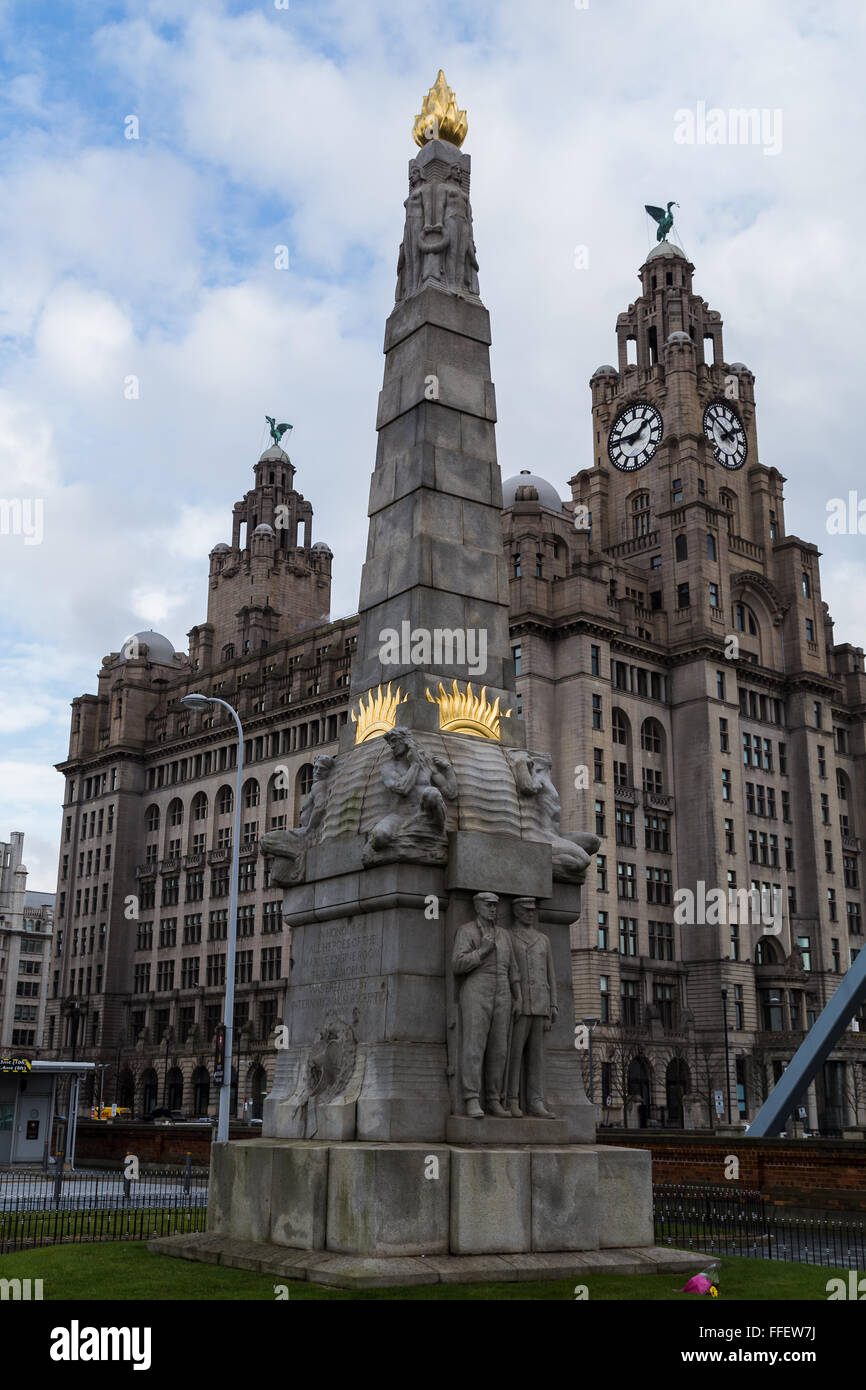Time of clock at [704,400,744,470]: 1:50
